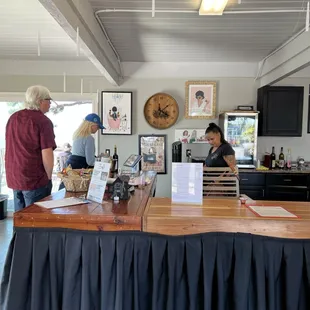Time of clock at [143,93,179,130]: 4:07
